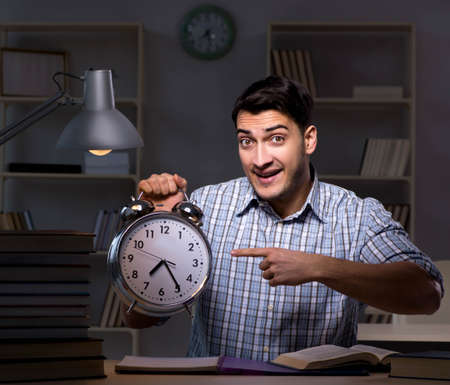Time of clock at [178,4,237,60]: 7:28
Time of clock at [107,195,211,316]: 7:24
